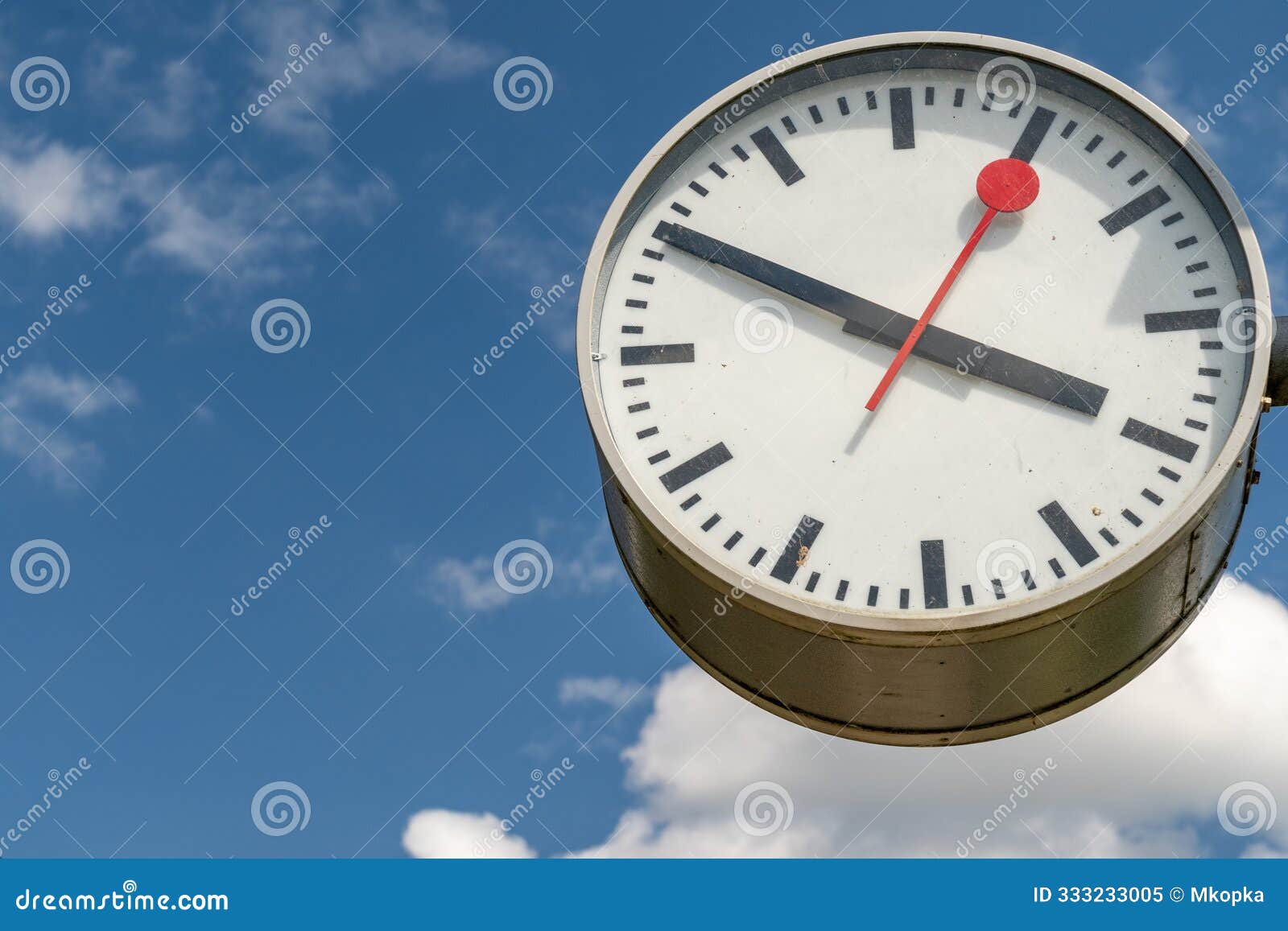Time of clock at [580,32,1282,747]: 3:49
